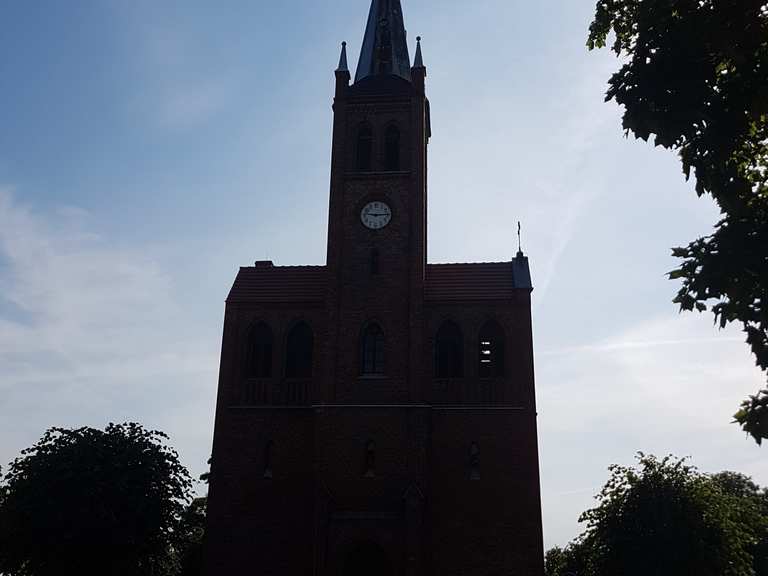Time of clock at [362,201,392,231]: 9:14
